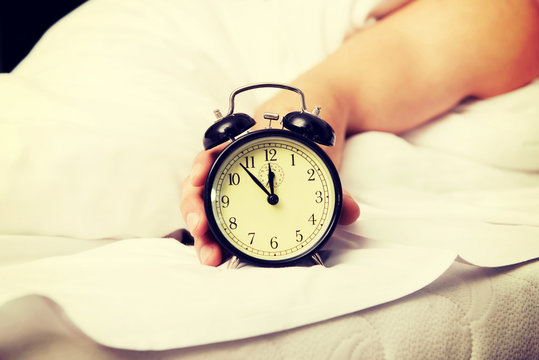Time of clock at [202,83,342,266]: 11:53
